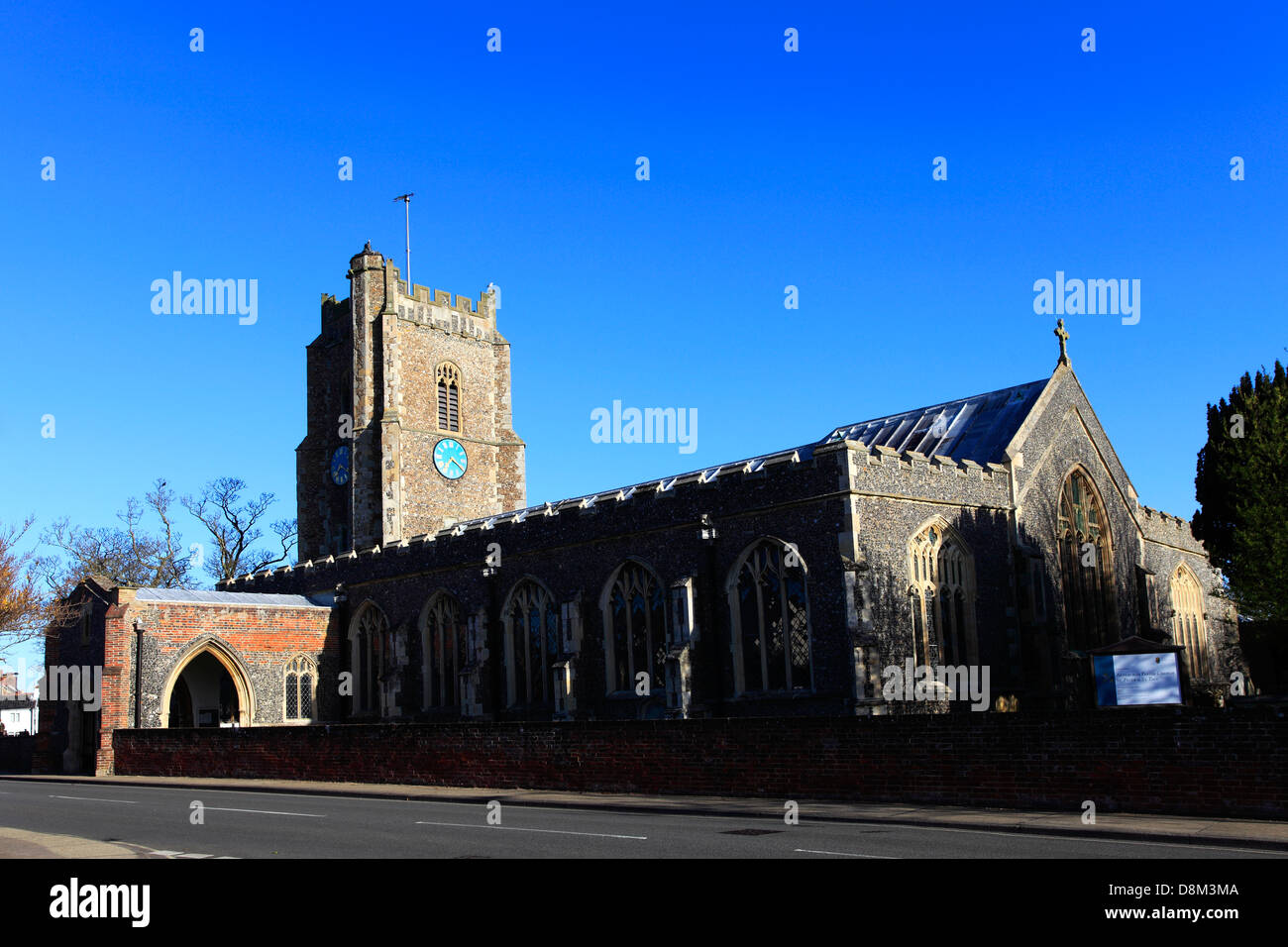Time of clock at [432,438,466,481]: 7:20
